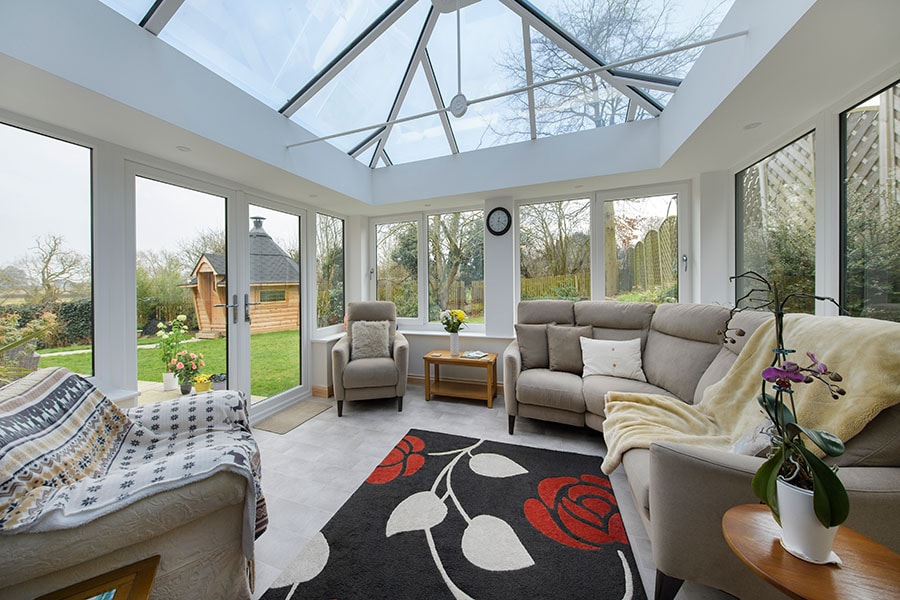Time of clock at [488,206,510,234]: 12:19
